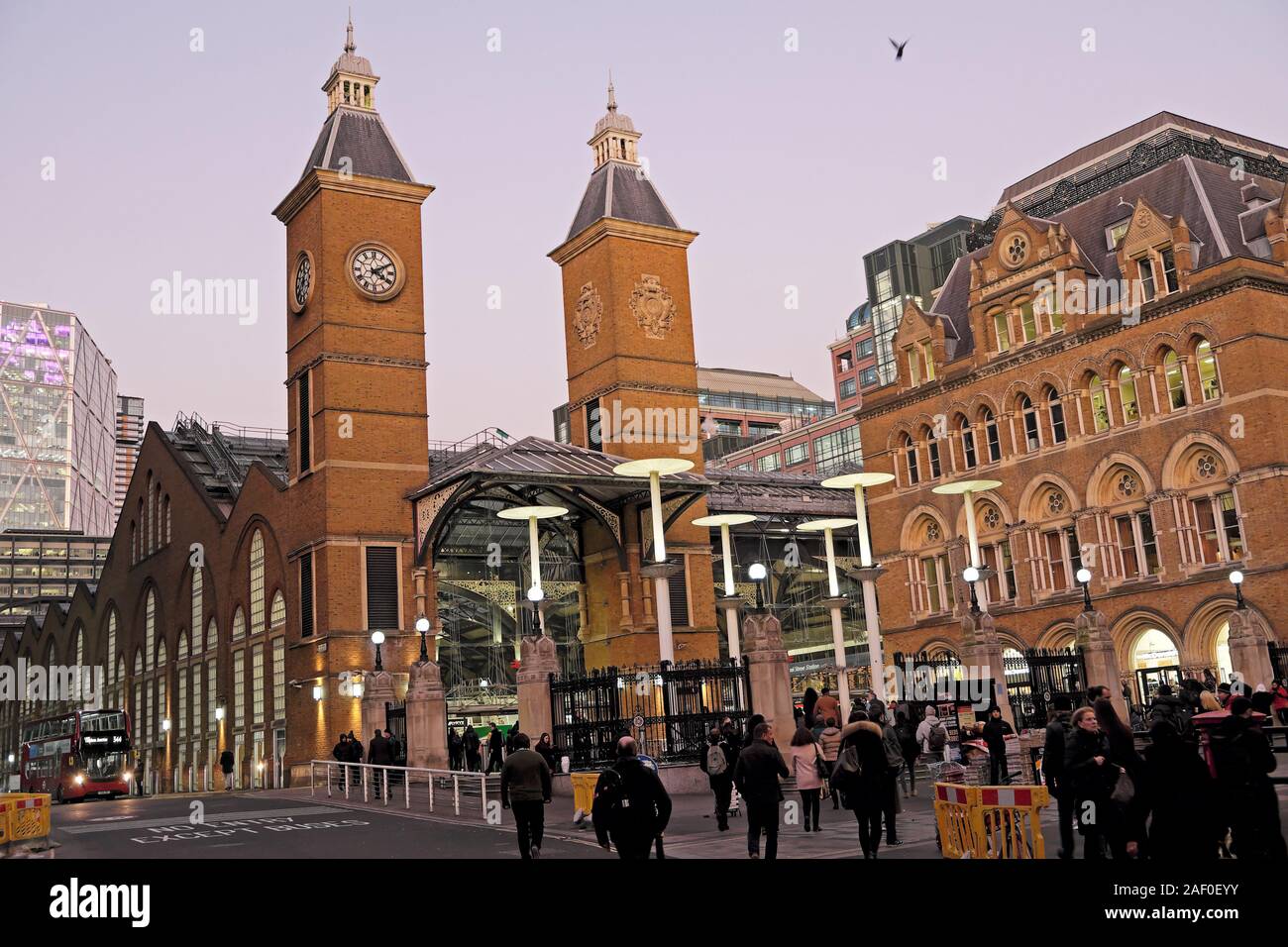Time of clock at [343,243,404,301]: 4:10
